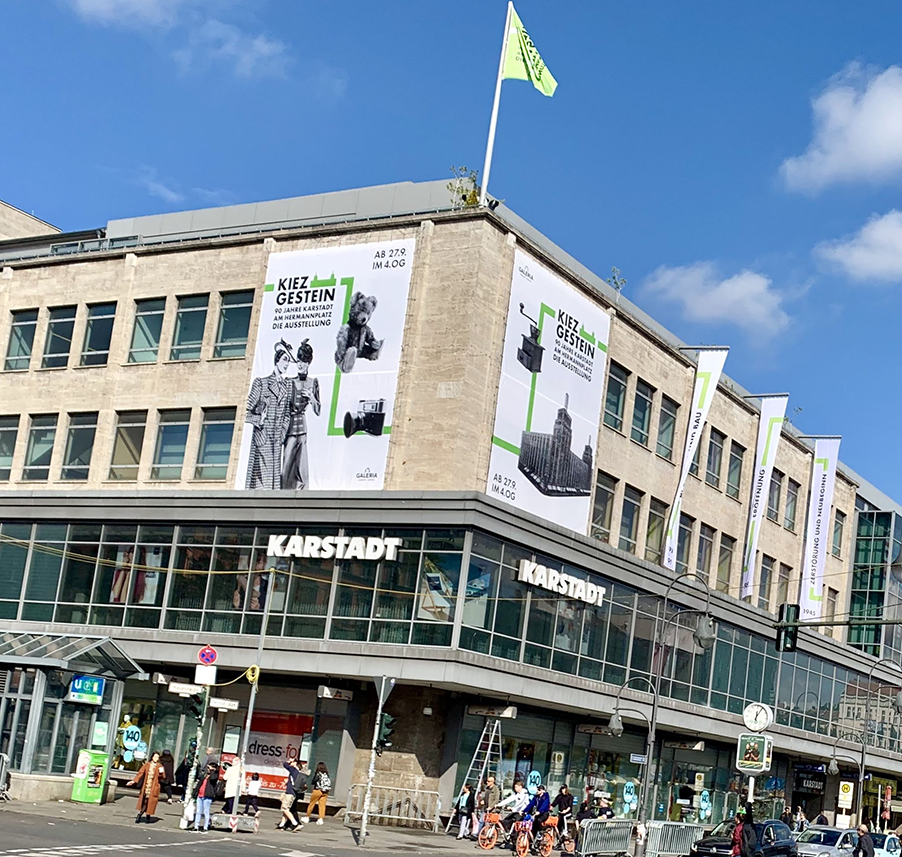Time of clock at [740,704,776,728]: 12:04
